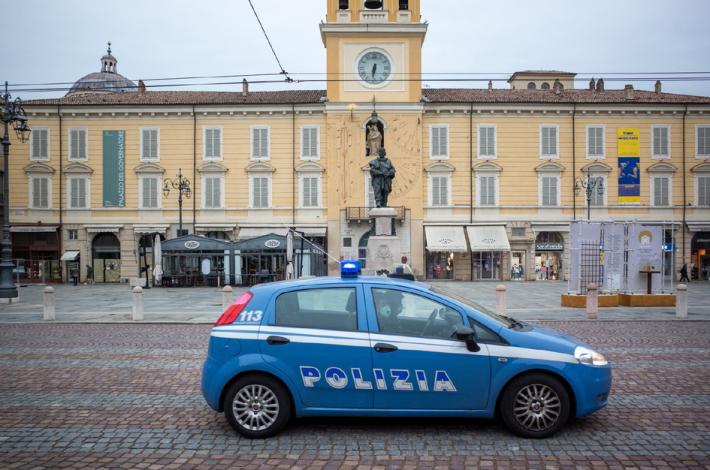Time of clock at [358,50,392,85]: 6:31
